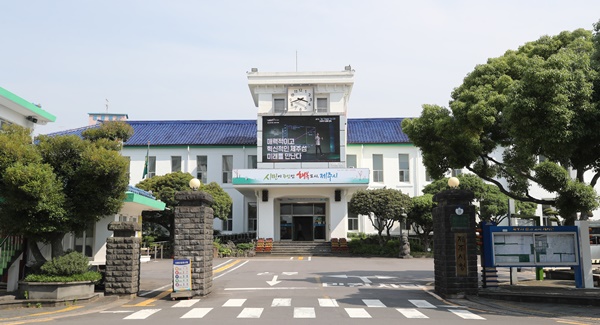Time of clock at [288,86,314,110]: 3:42
